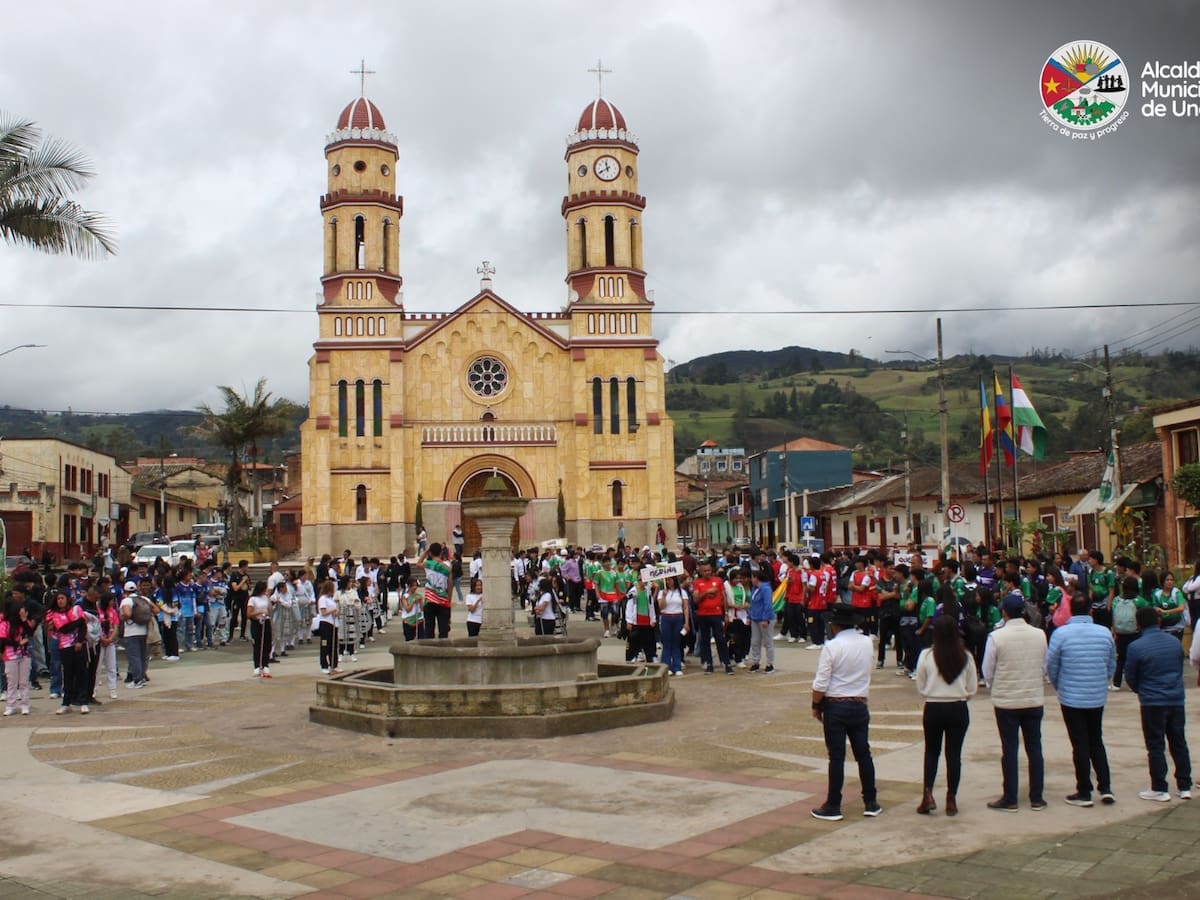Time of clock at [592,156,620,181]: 11:40
